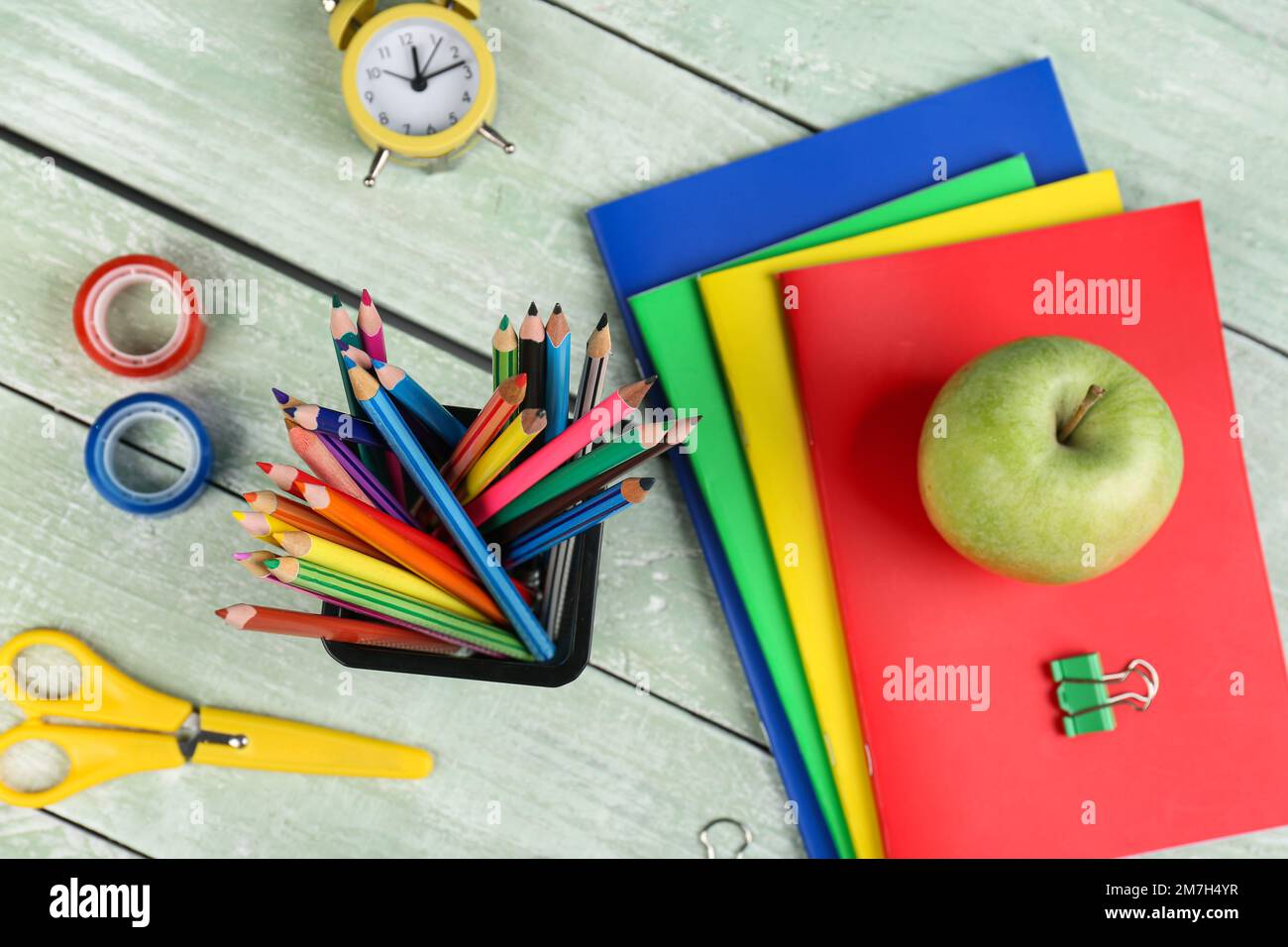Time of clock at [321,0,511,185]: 12:12
